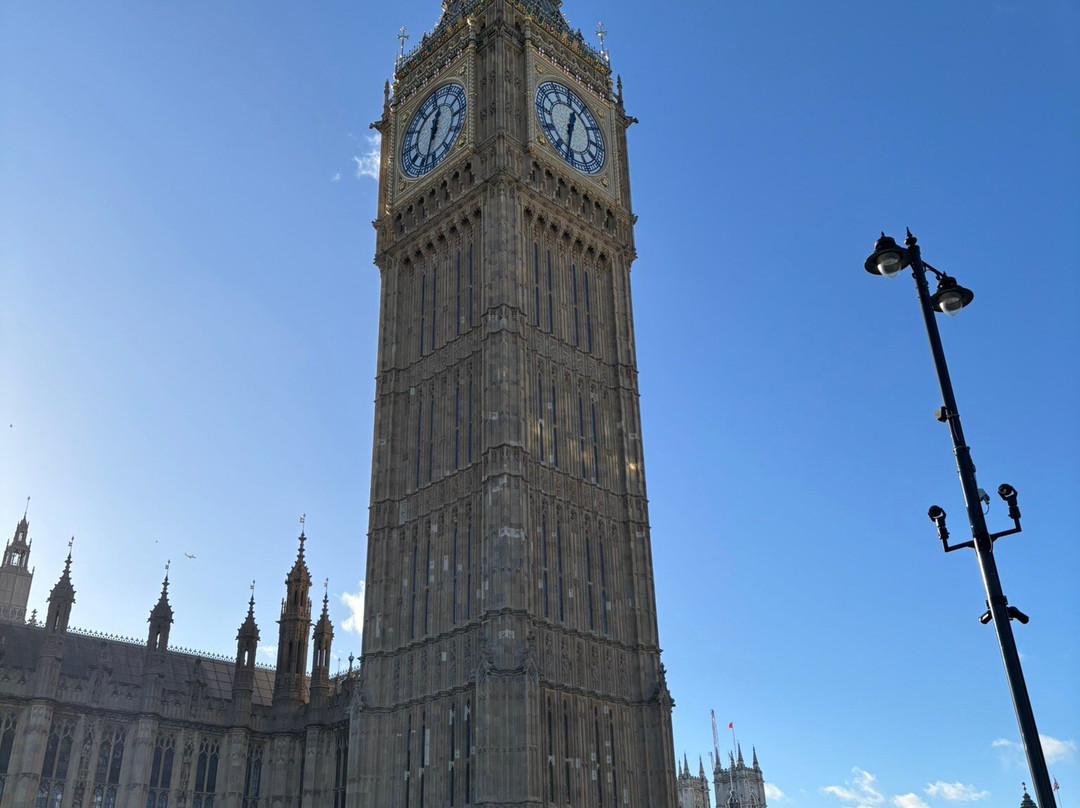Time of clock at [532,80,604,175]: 12:32
